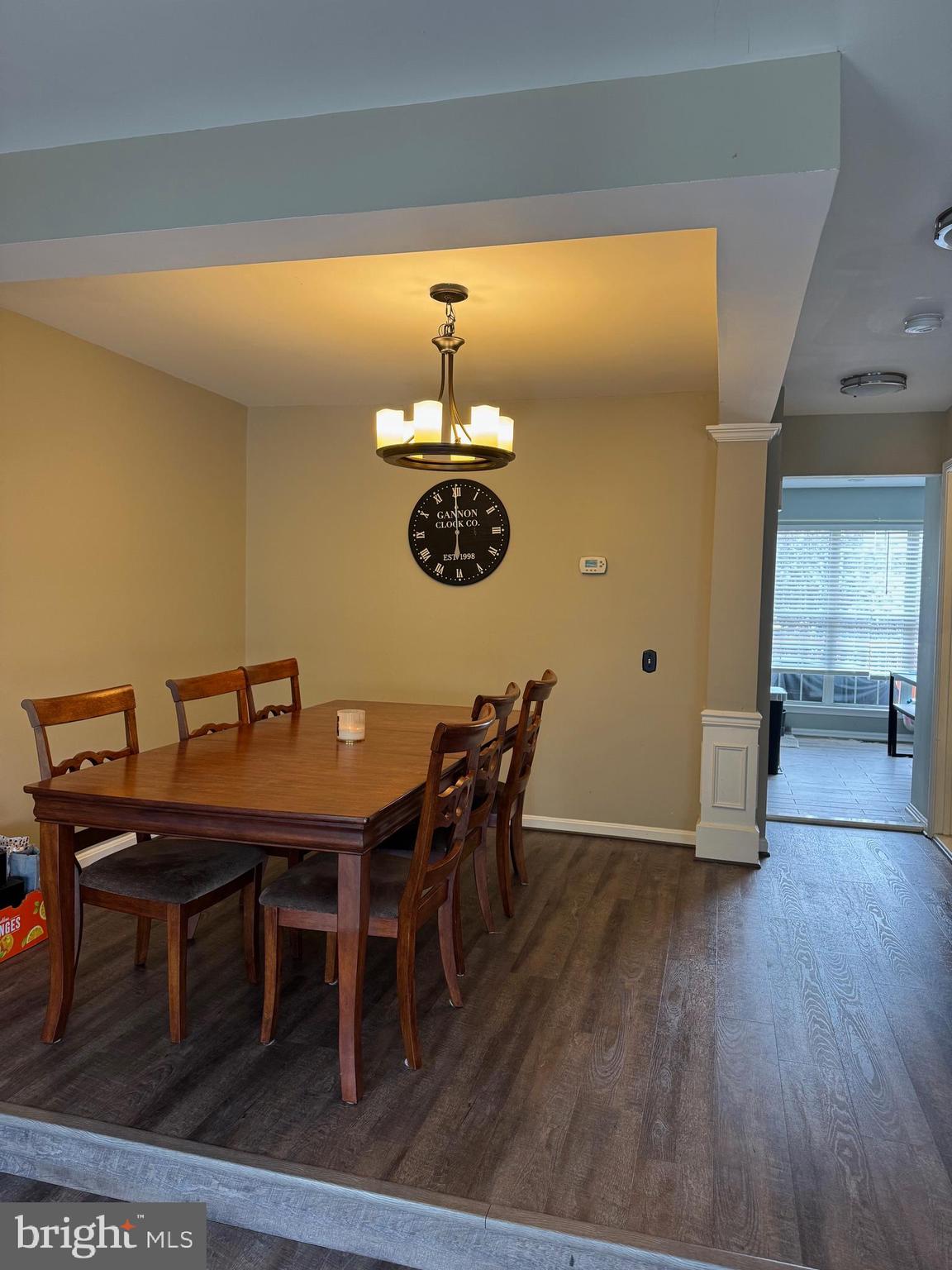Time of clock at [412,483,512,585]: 5:59
